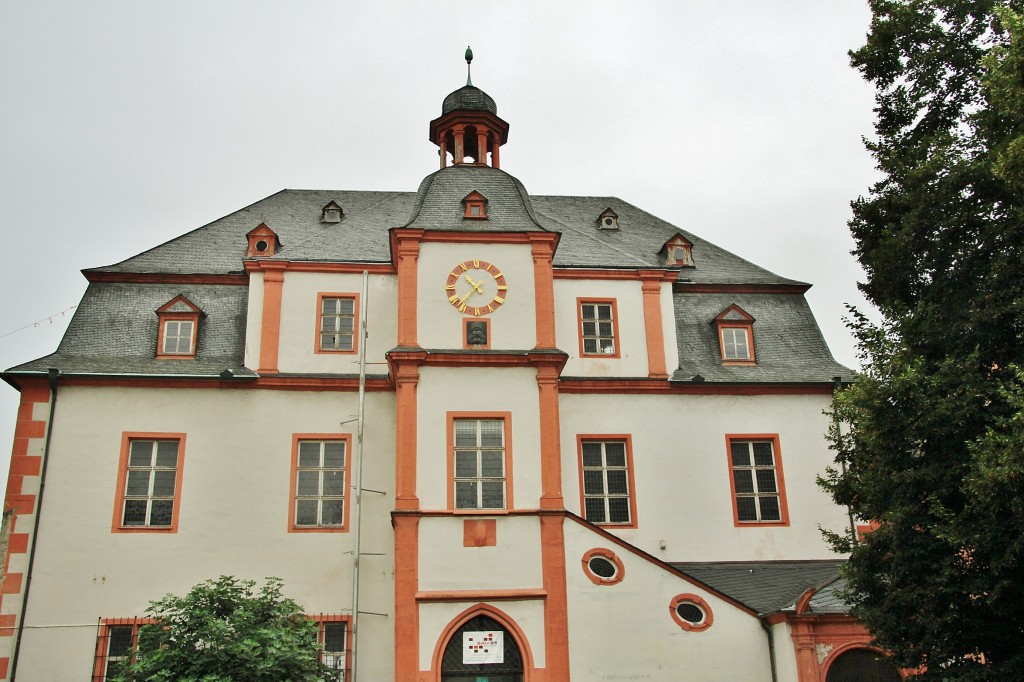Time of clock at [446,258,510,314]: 10:37
